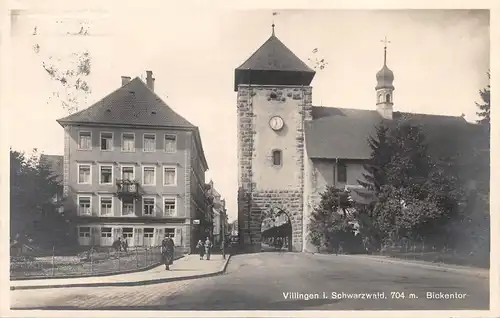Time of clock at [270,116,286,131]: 11:32
